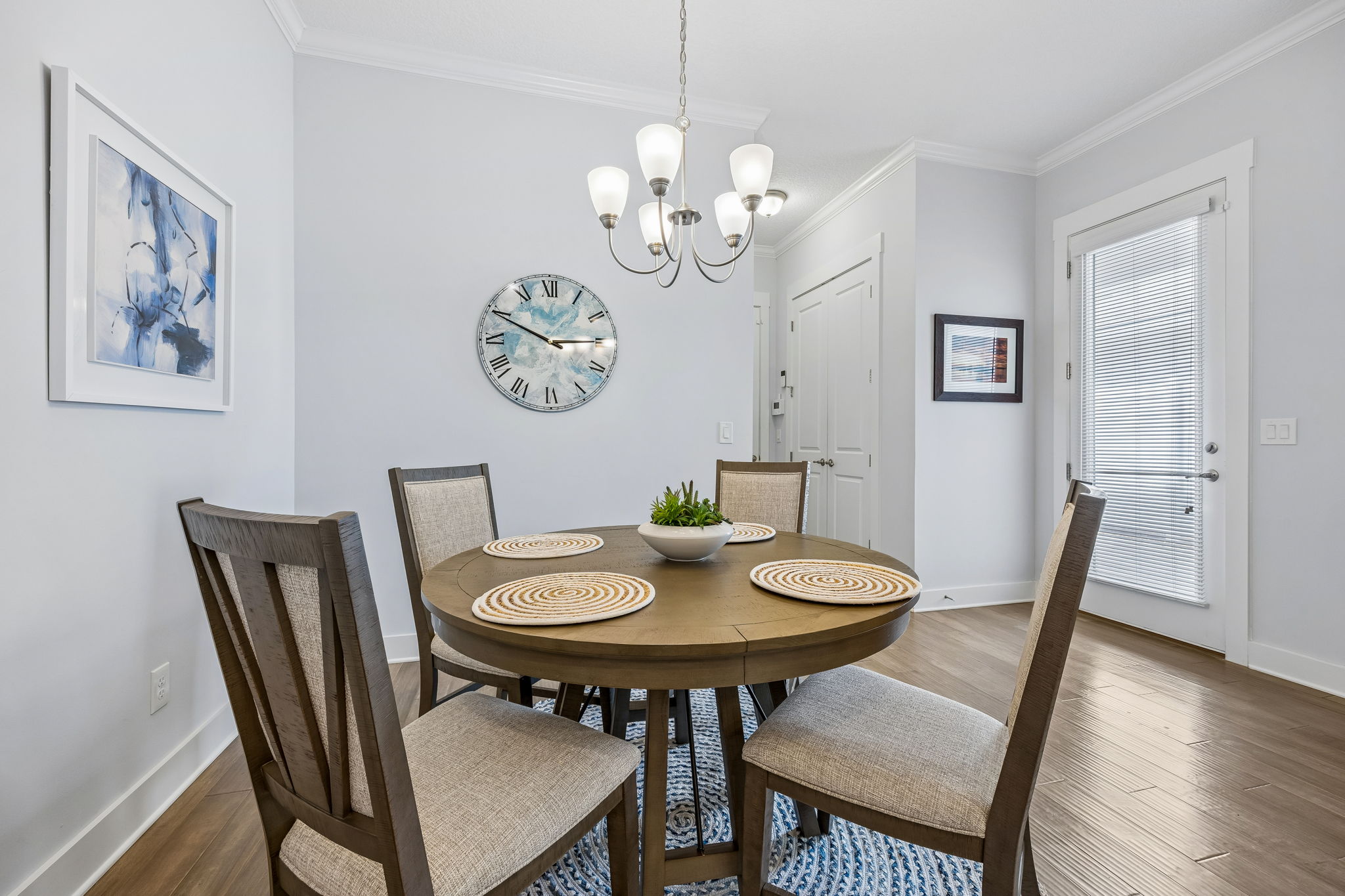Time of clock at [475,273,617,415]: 2:49
